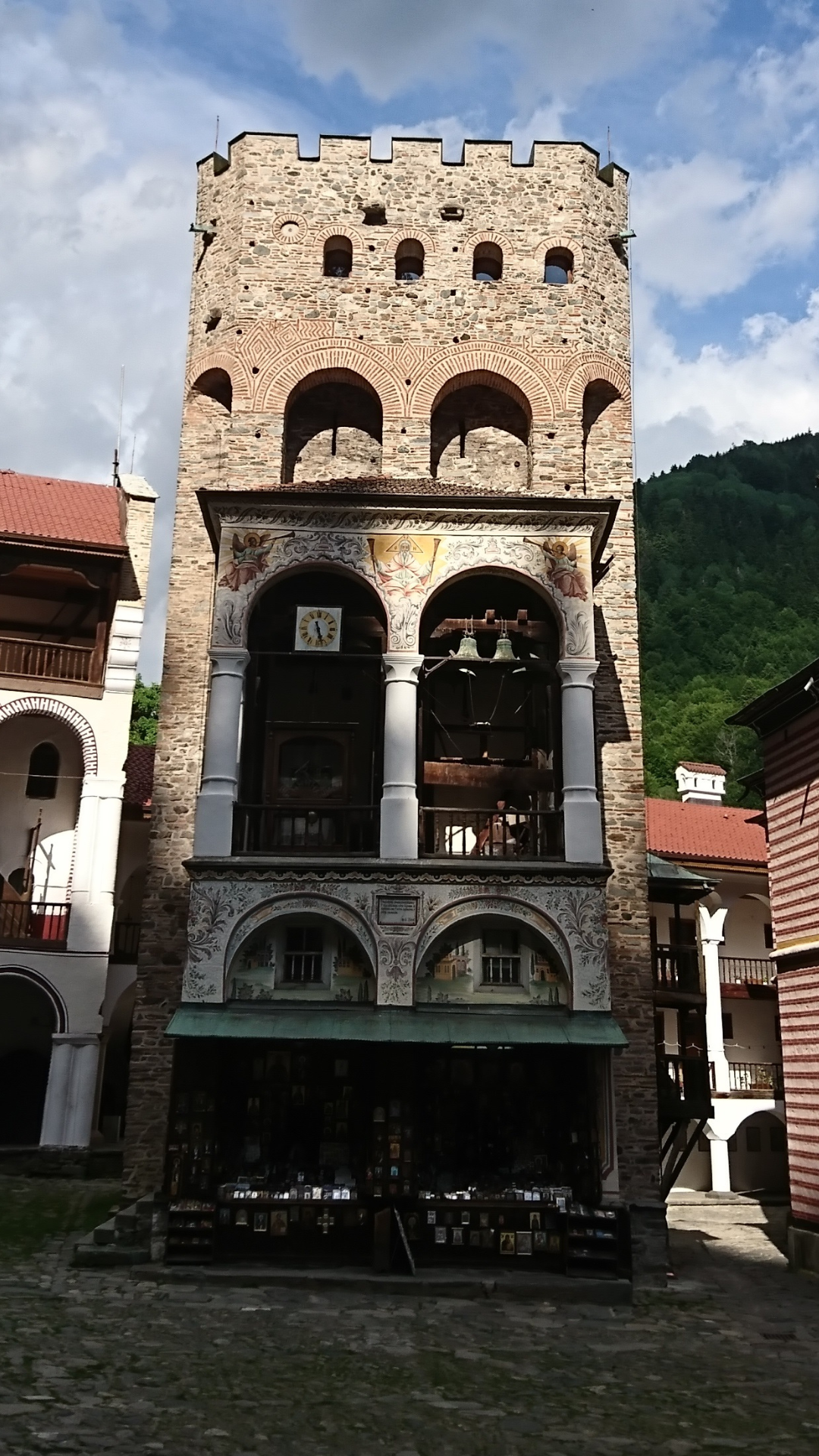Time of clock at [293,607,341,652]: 11:27
